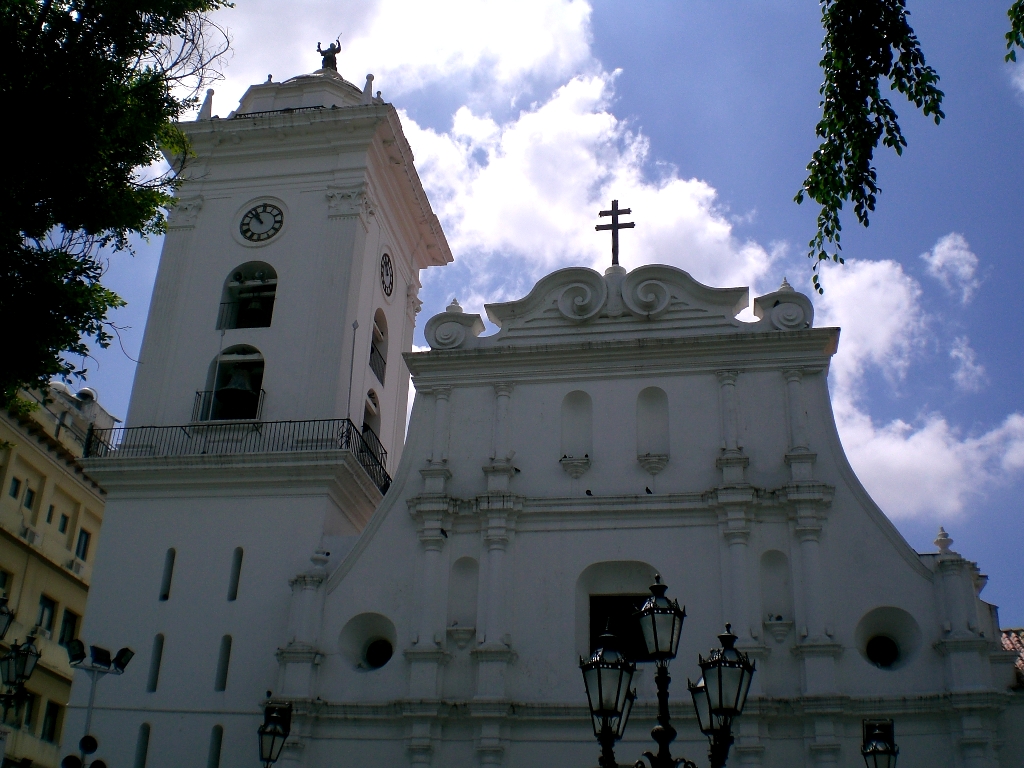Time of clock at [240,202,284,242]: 10:52
